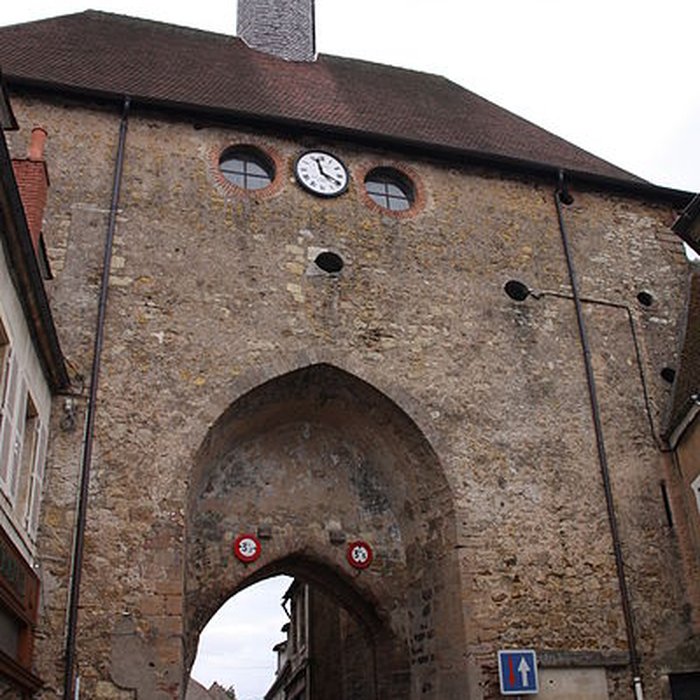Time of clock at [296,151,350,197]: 3:57
